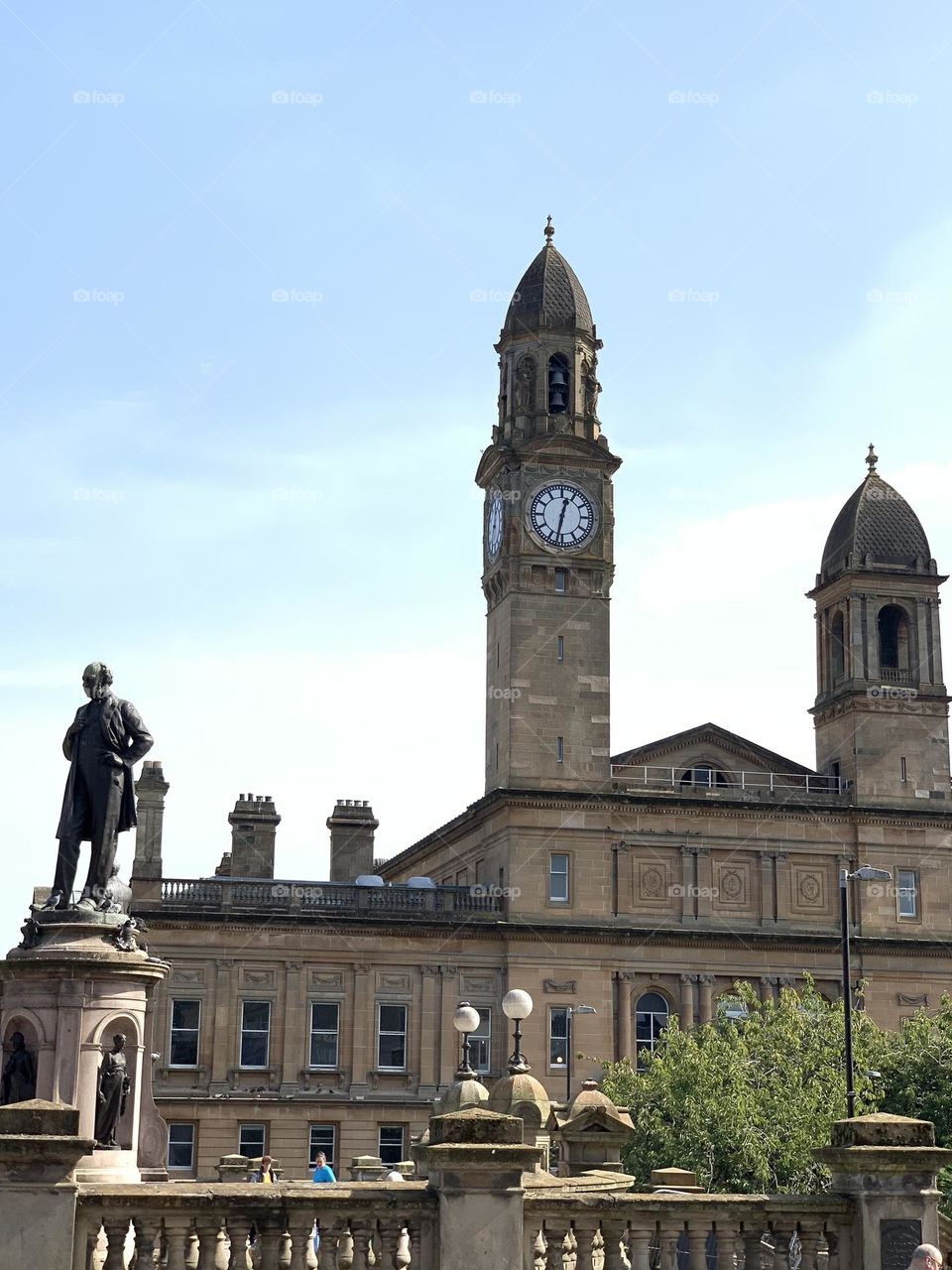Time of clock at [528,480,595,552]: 12:32
